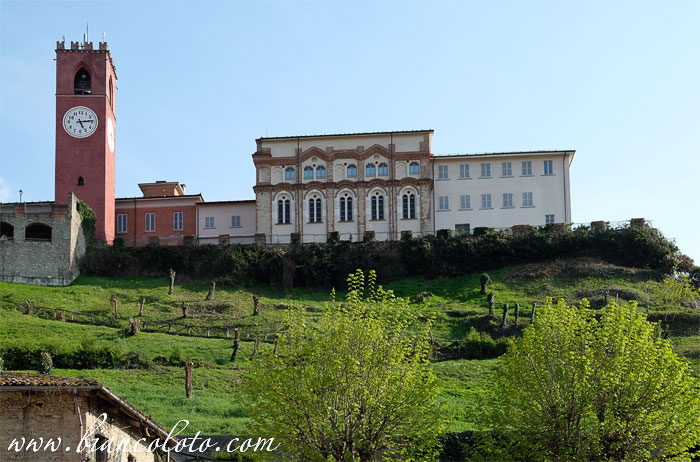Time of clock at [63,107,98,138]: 5:13
